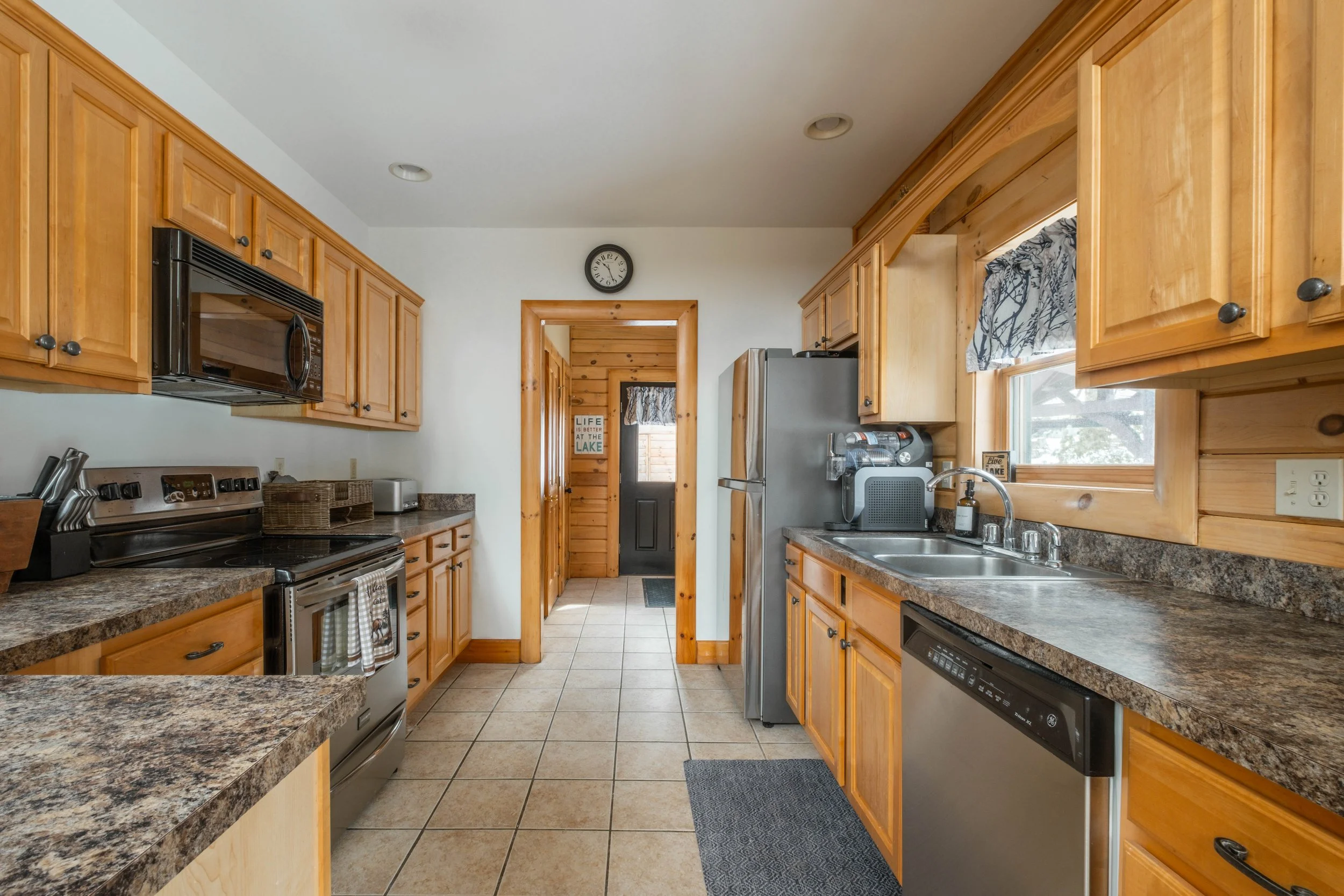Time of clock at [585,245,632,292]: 10:26
